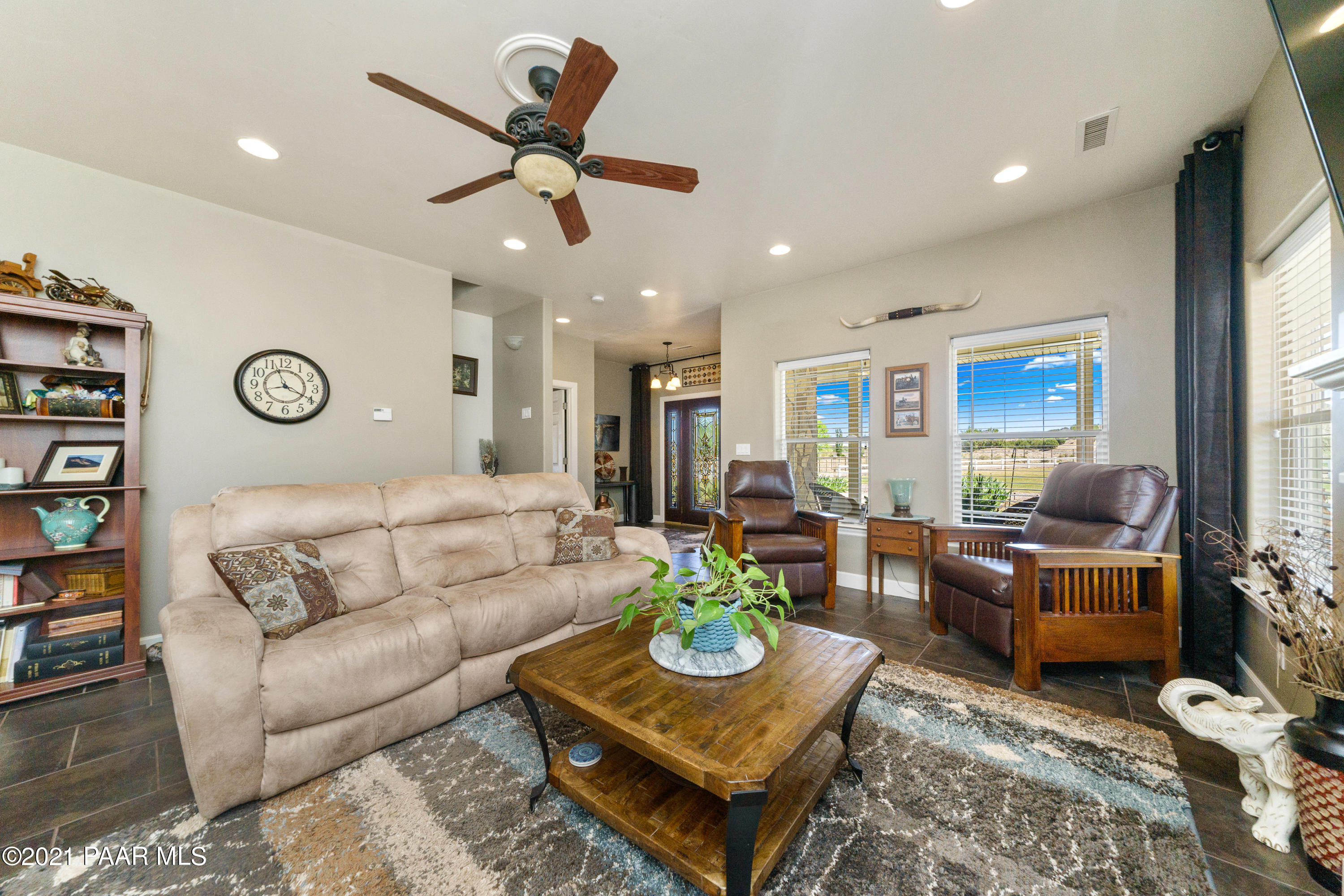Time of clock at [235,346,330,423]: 8:19
